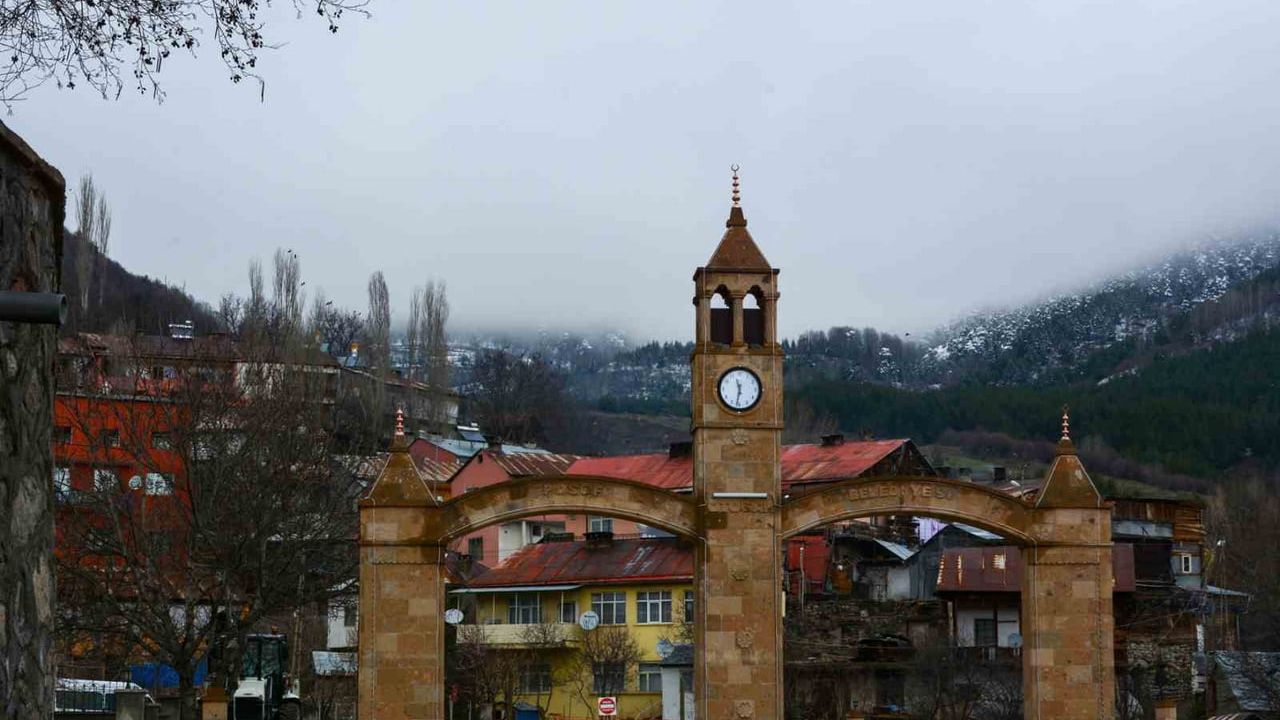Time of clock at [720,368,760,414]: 11:31
